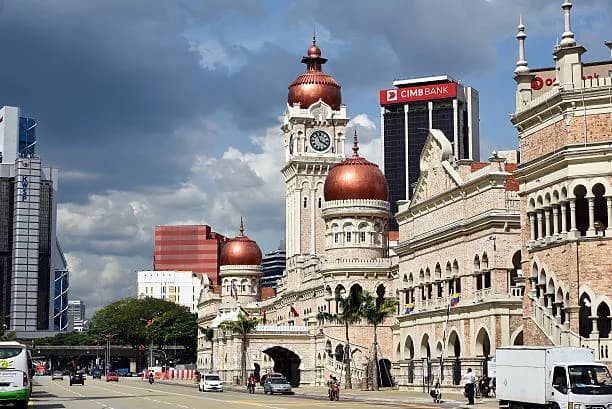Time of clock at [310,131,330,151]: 3:56
